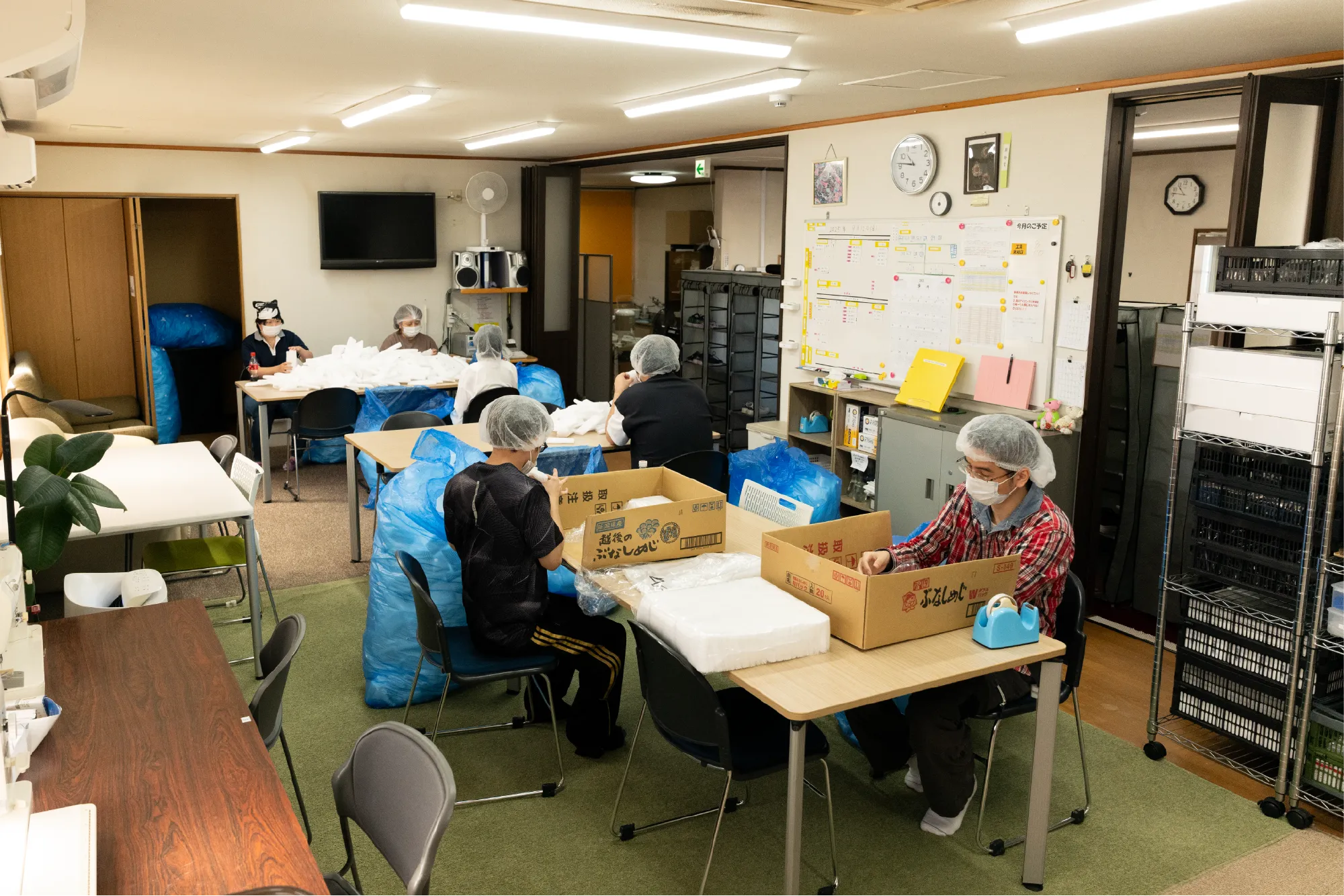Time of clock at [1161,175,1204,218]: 10:46
